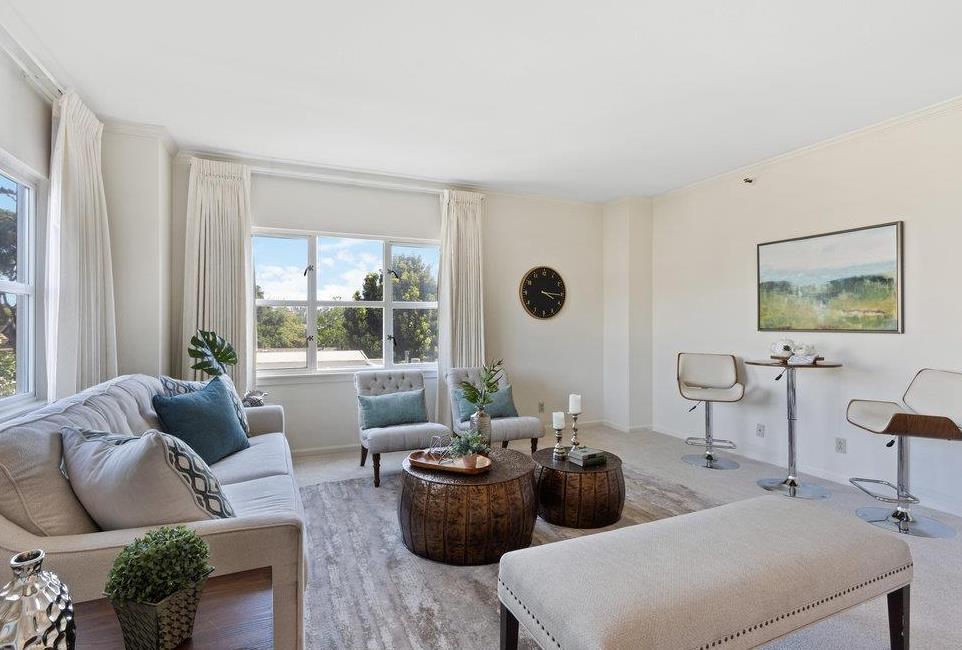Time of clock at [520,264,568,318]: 4:15
